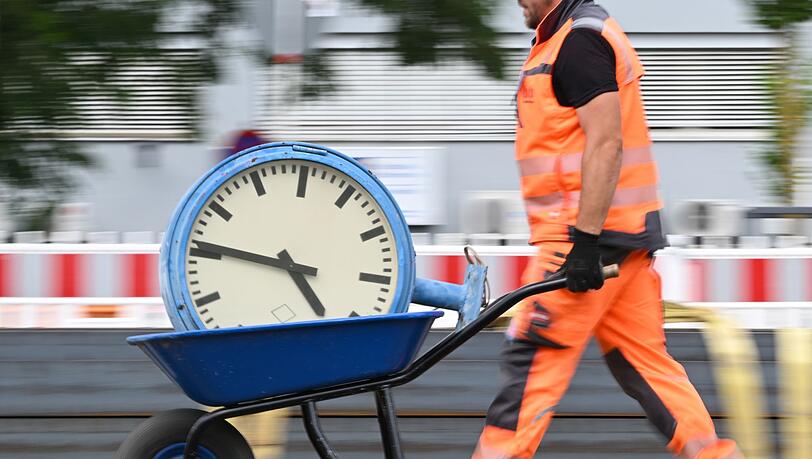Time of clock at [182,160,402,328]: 4:46
